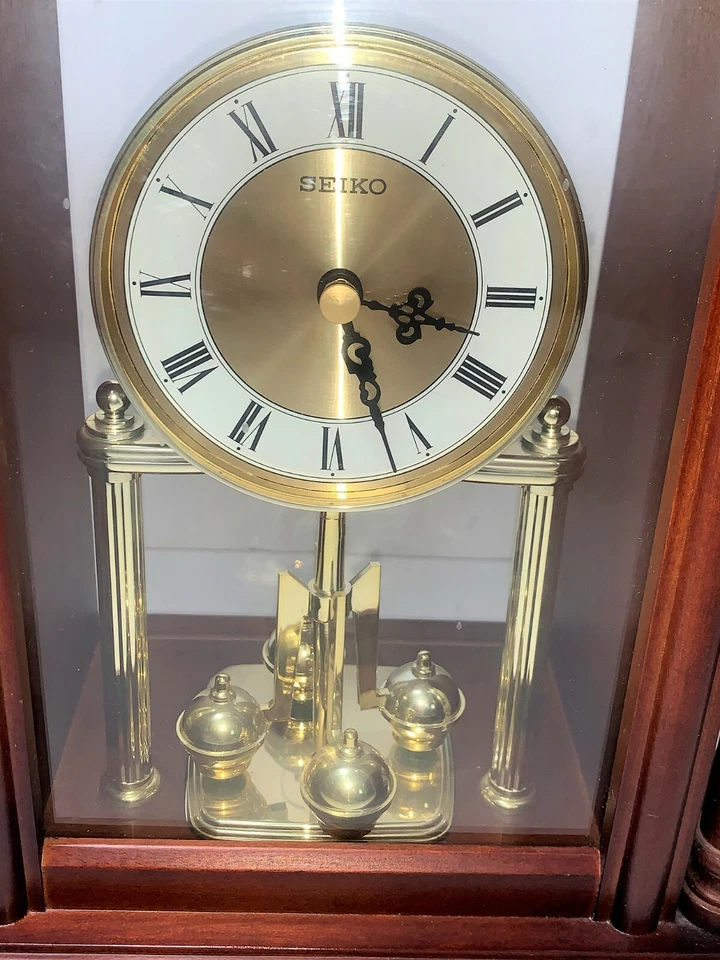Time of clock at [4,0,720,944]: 3:27
